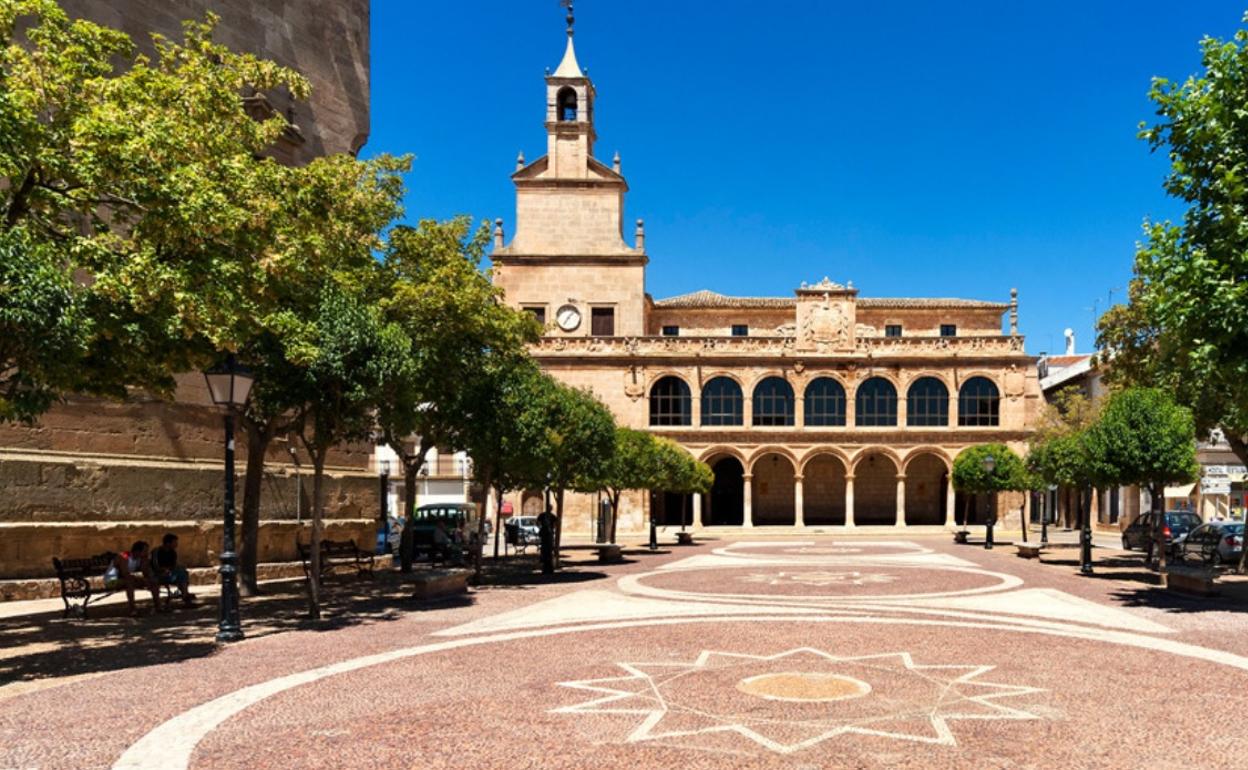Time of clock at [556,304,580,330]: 7:07
